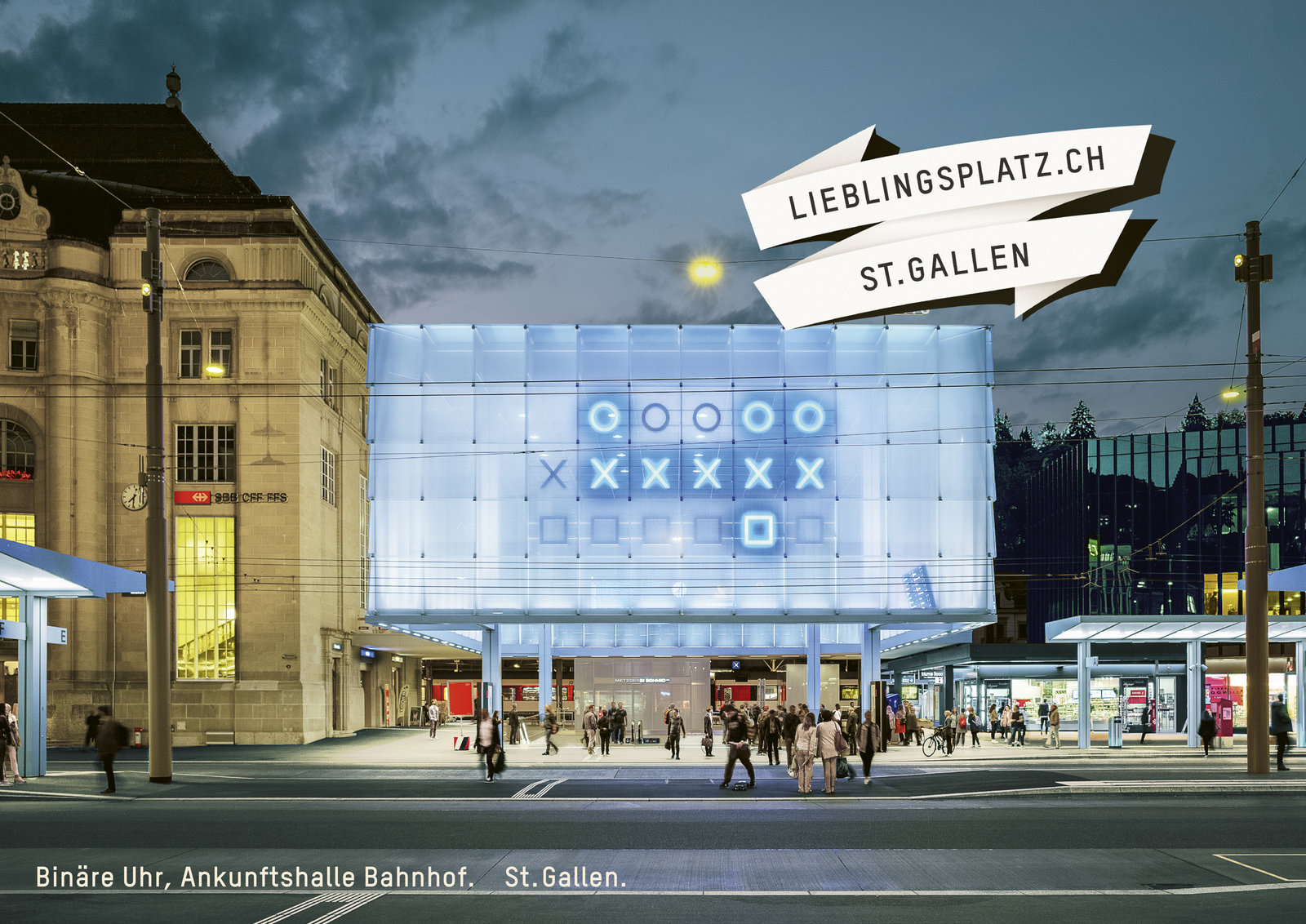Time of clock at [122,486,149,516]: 7:31
